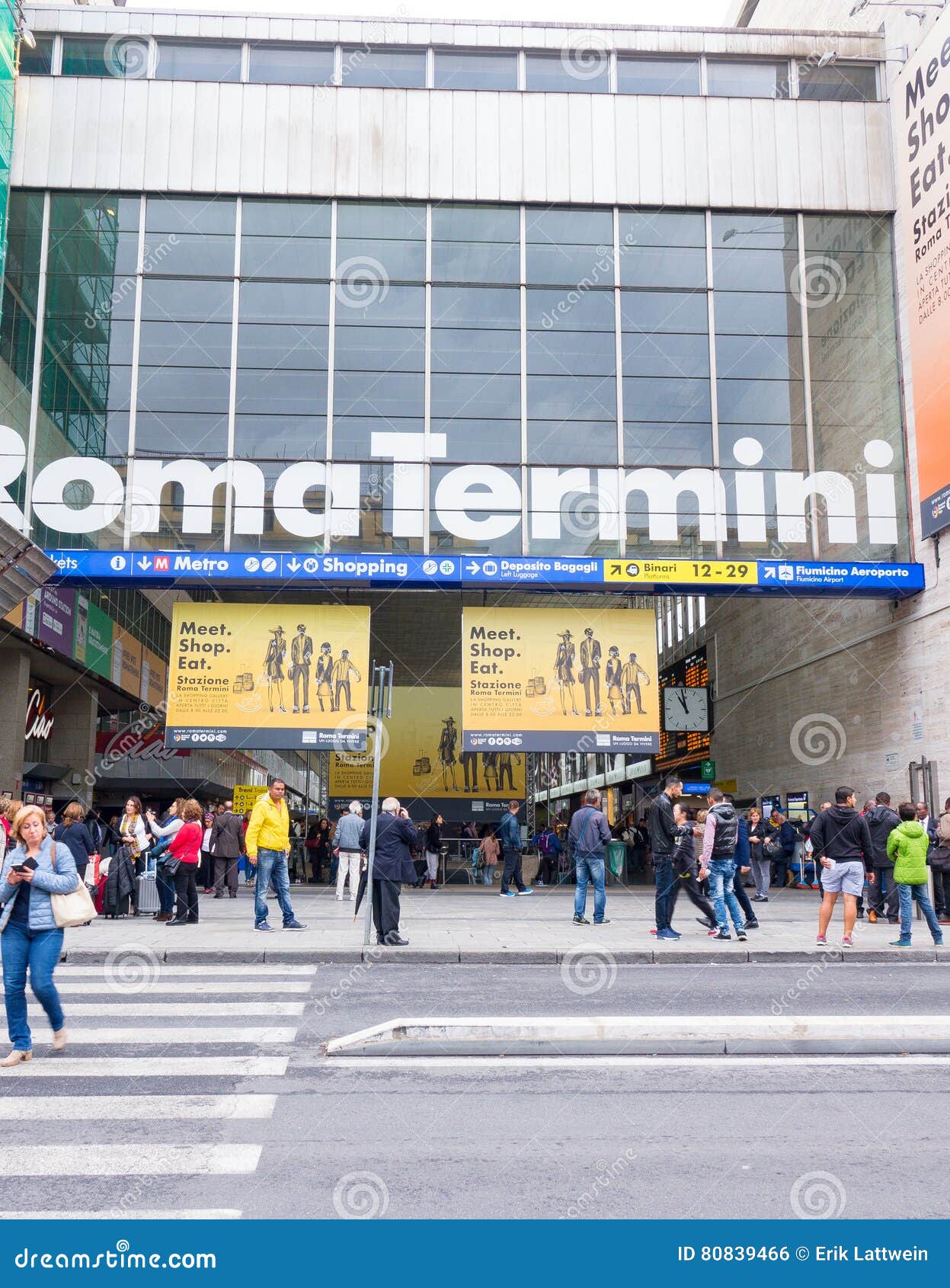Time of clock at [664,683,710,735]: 10:58
